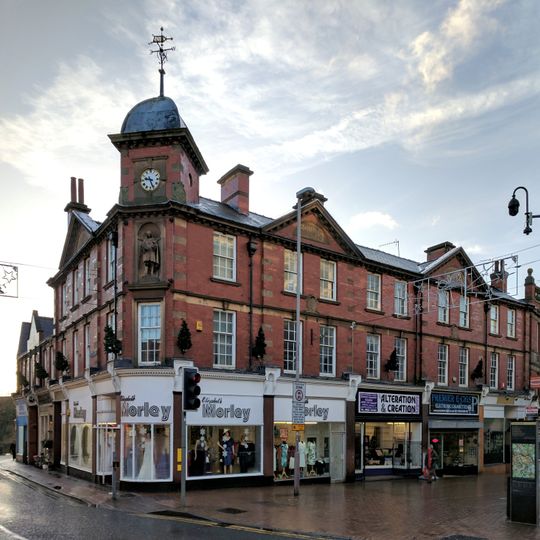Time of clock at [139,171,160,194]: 9:26
